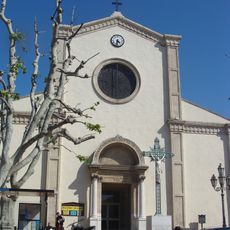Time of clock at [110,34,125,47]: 4:32
